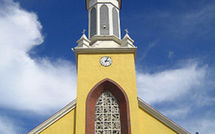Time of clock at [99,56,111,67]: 3:04
